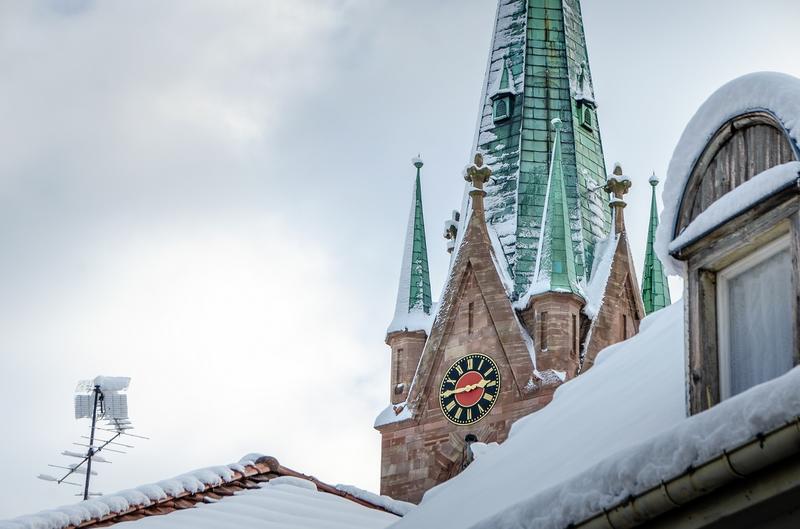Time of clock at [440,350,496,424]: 2:44
